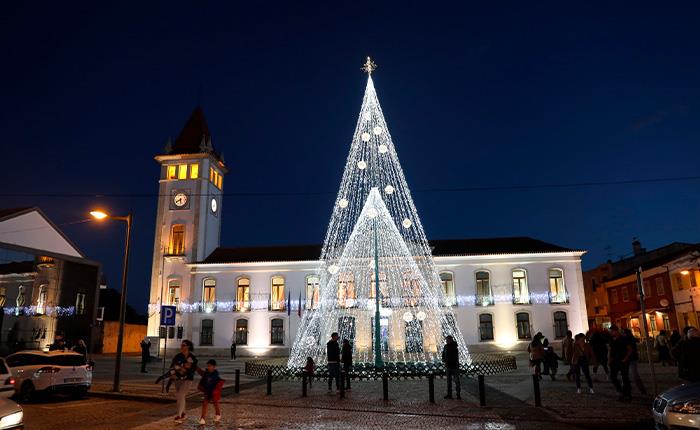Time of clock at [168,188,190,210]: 5:40
